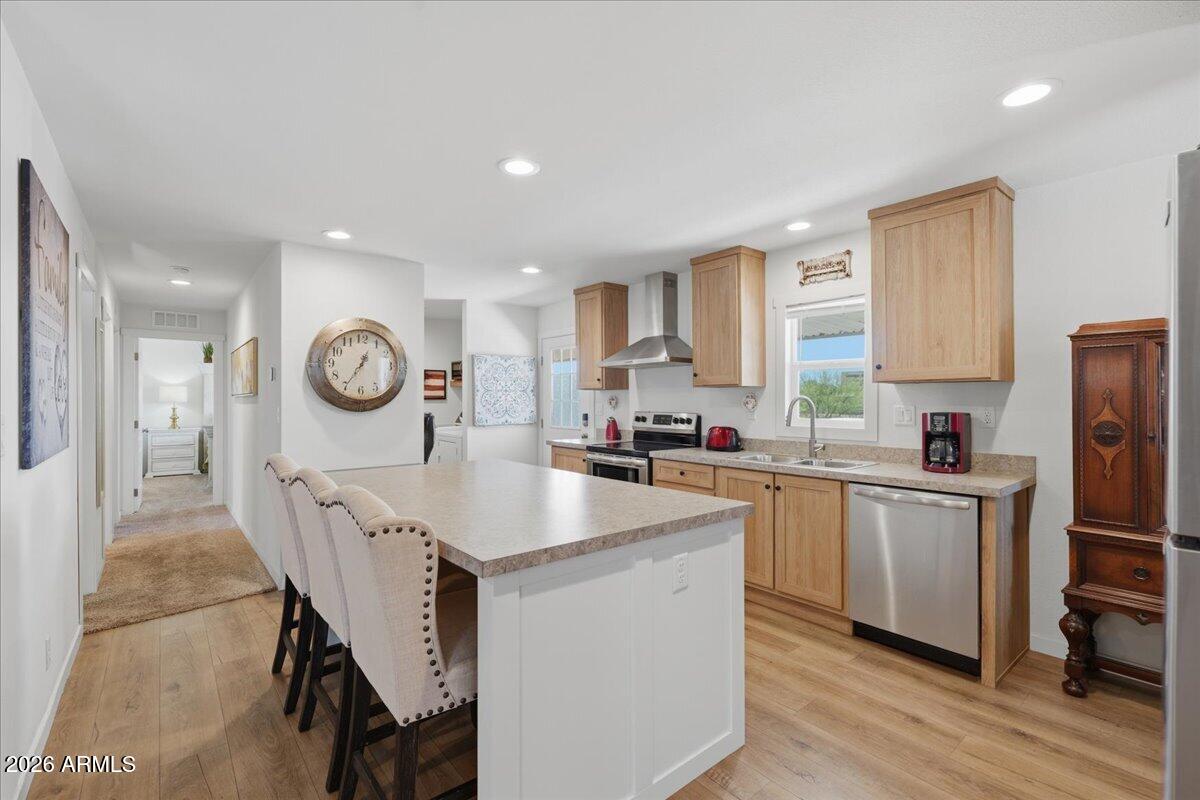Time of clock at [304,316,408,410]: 12:35
